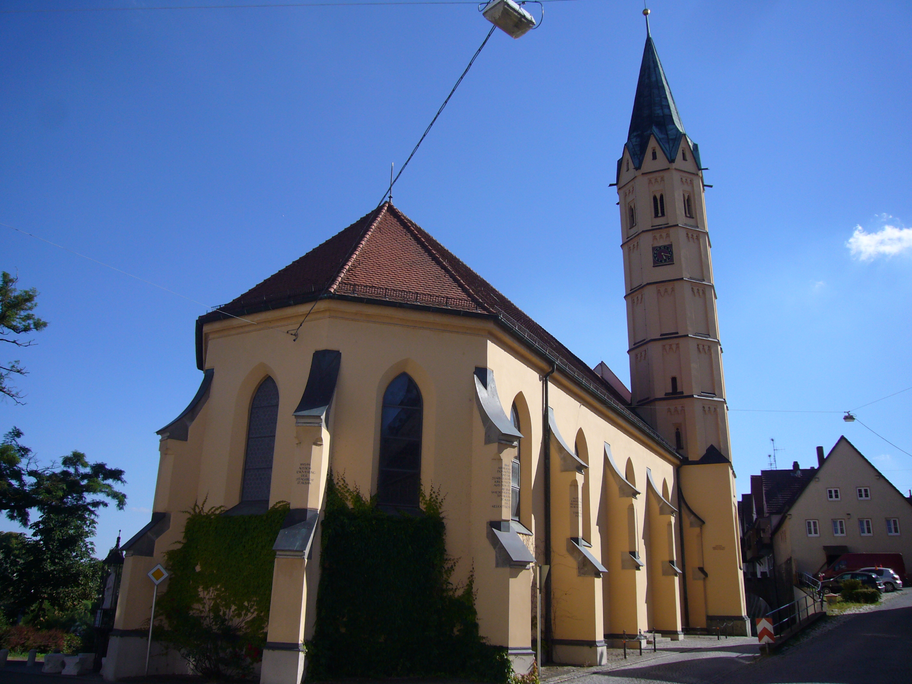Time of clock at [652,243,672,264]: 5:15
